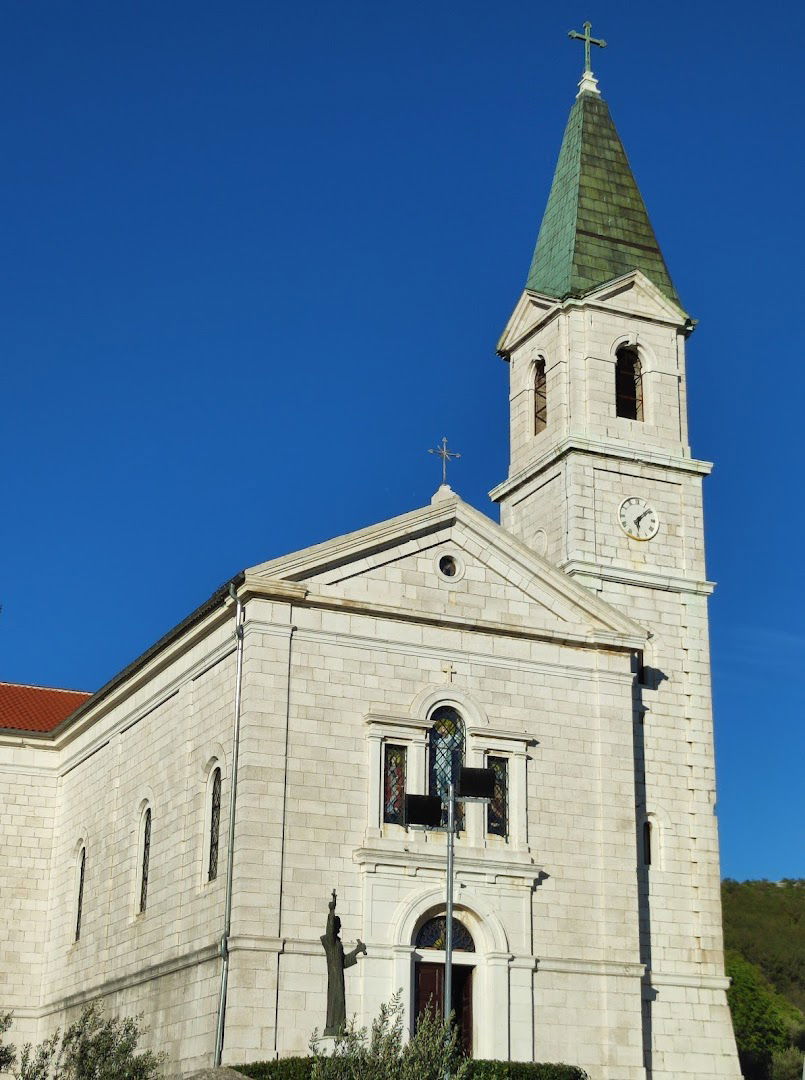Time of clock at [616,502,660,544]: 6:08
